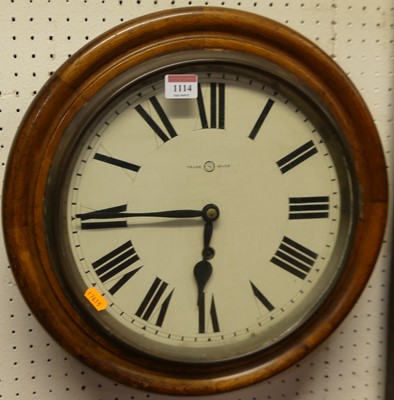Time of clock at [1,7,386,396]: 5:45
